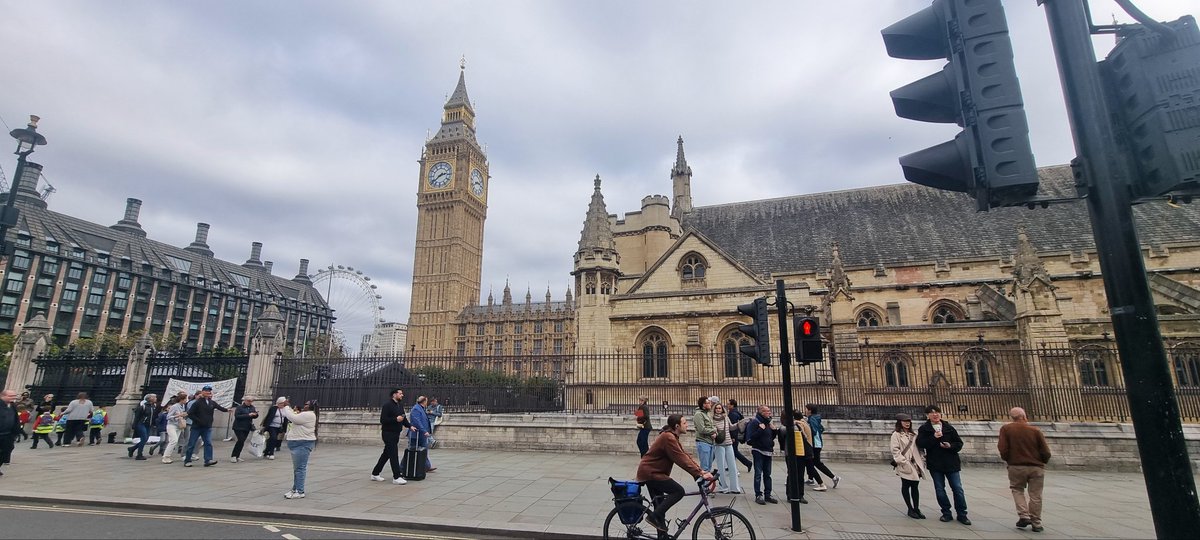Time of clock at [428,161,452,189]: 2:38
